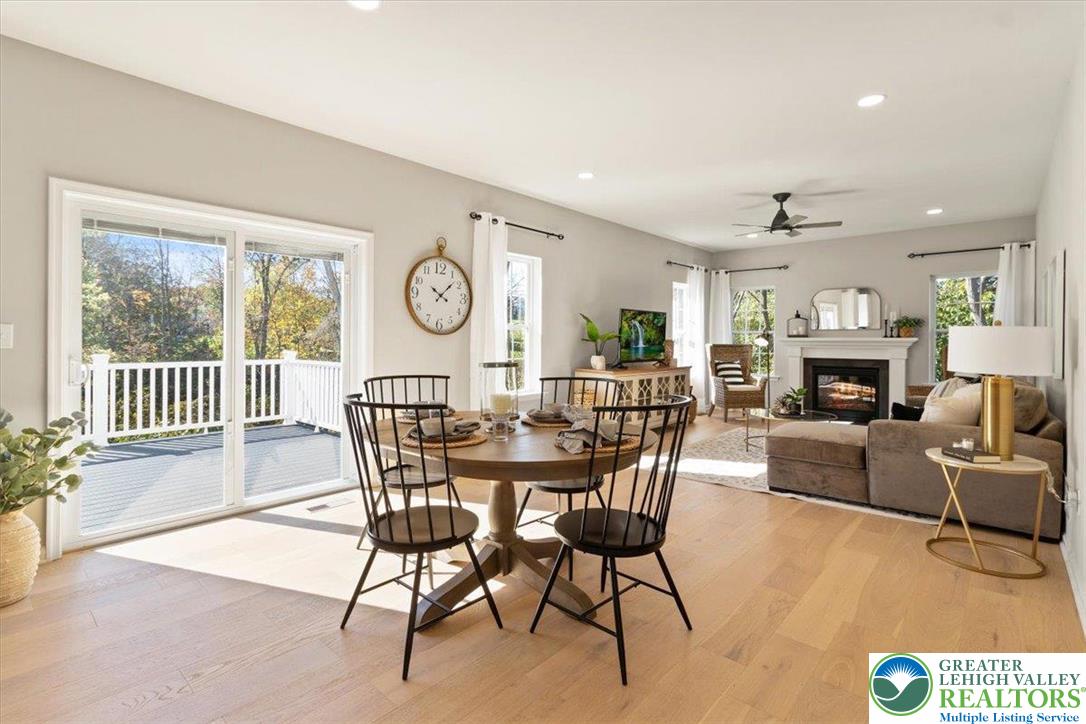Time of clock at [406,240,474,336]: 10:07
